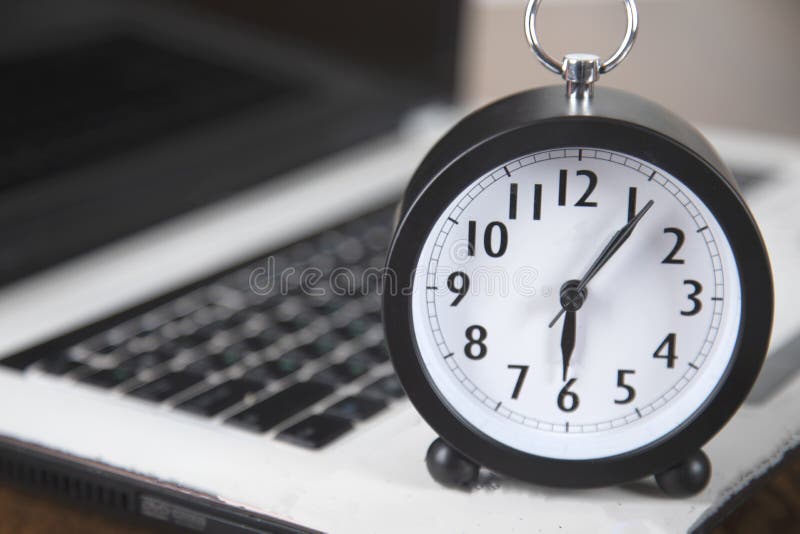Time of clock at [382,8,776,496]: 6:06
